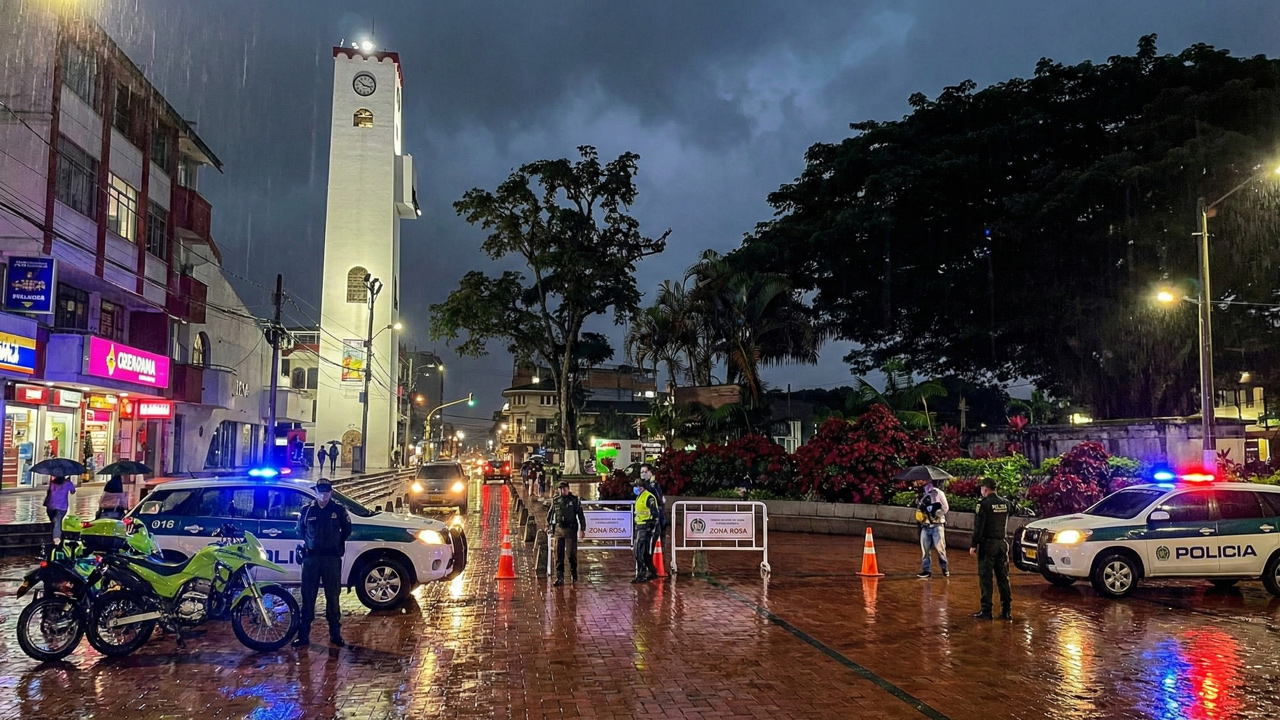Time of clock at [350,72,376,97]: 10:16
